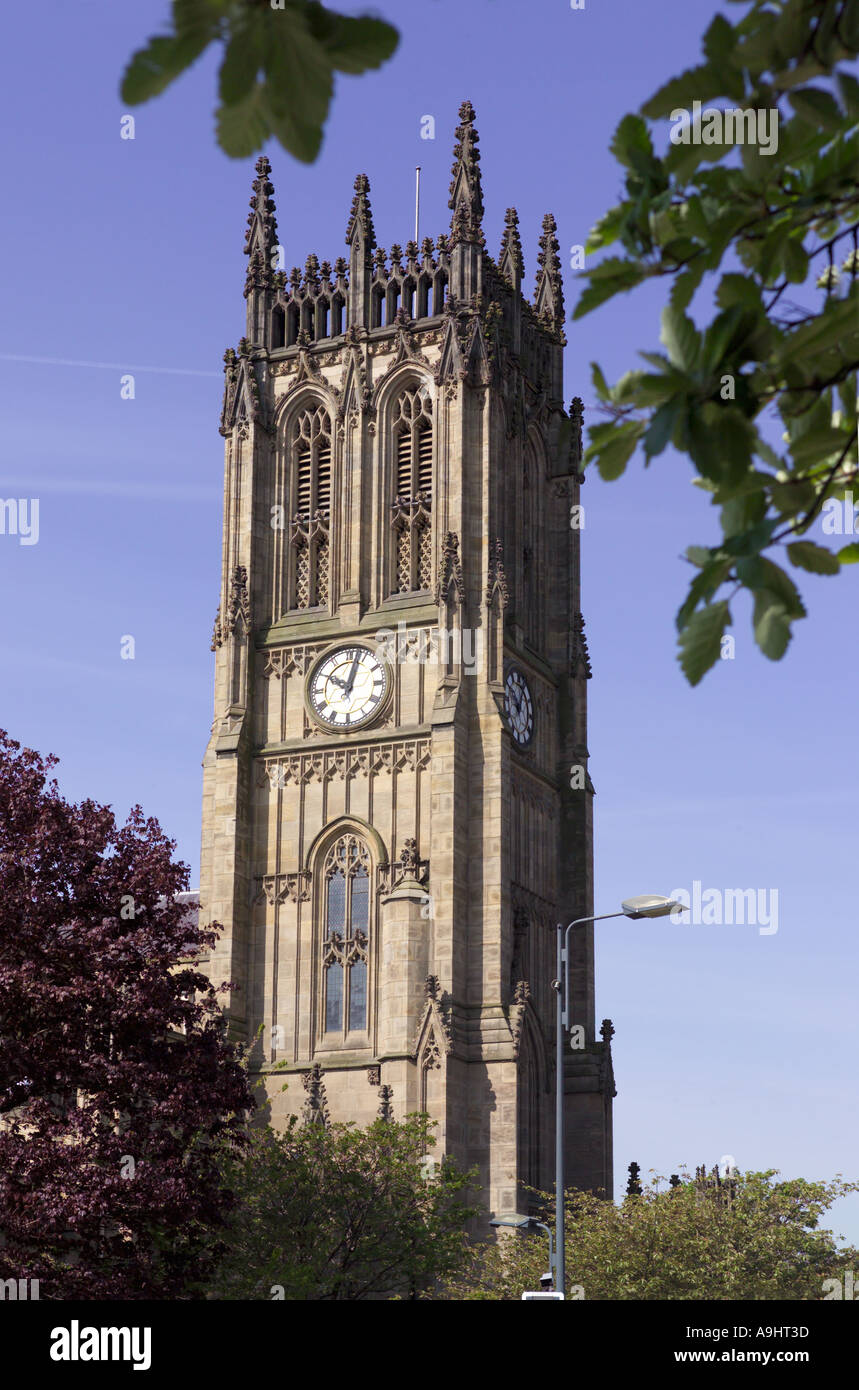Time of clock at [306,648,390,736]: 10:02
